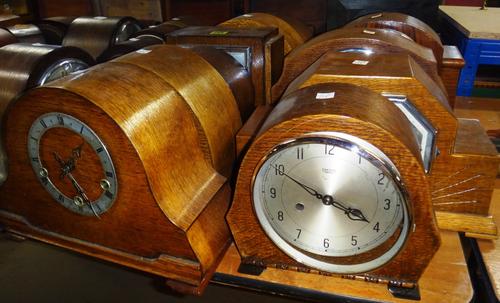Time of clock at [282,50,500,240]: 3:50
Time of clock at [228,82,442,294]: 3:50
